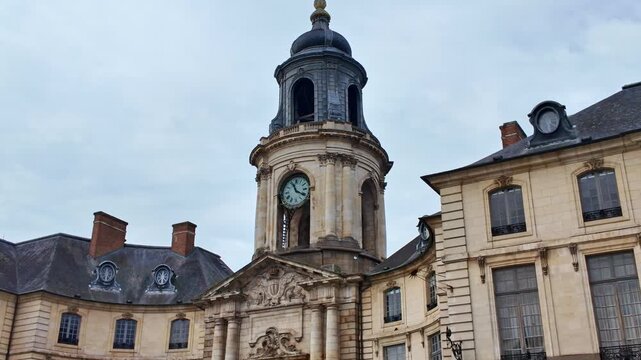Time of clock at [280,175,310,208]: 11:20
